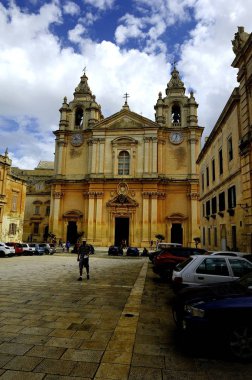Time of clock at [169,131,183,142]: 12:33
